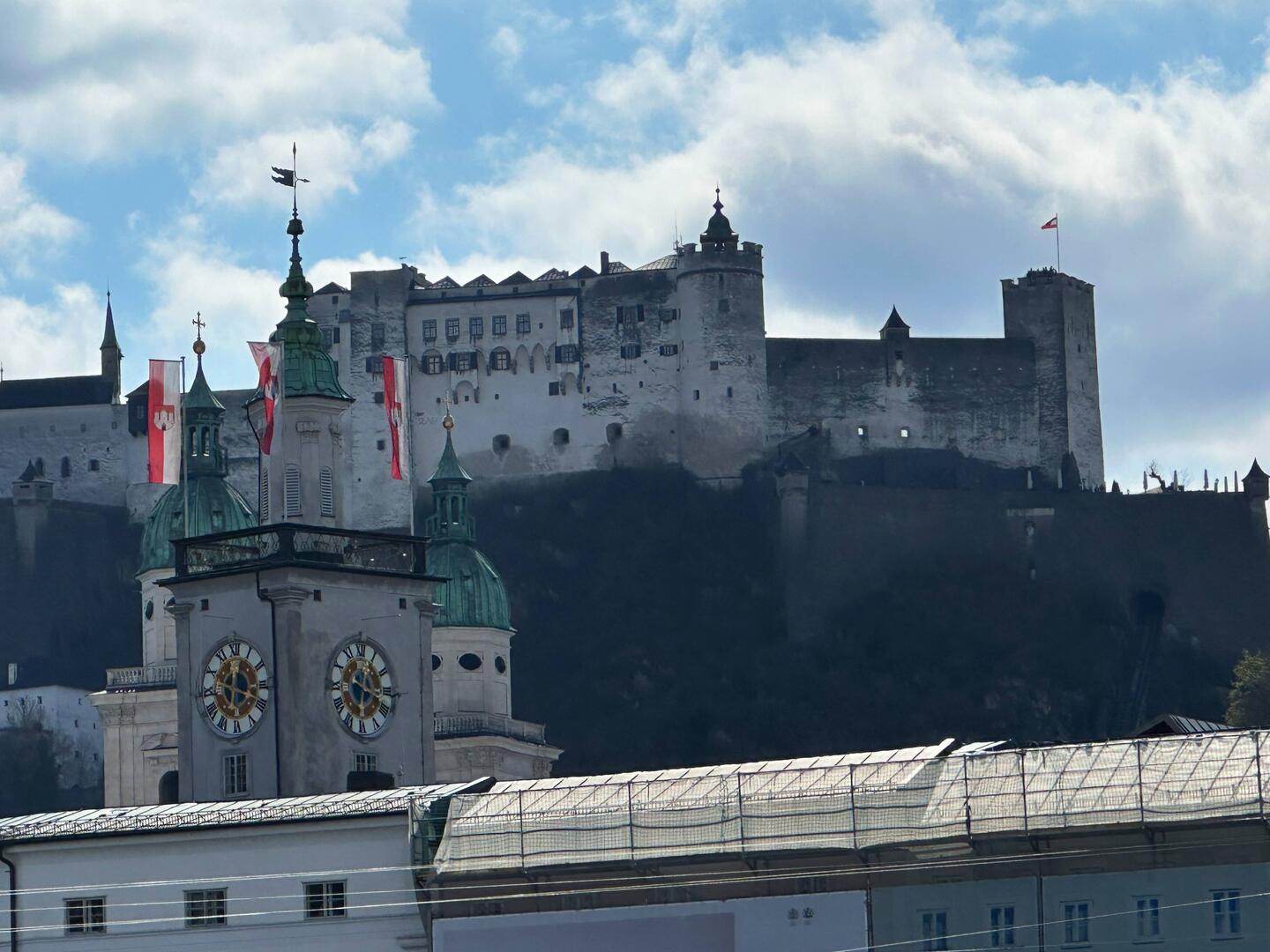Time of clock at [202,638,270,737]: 12:18
